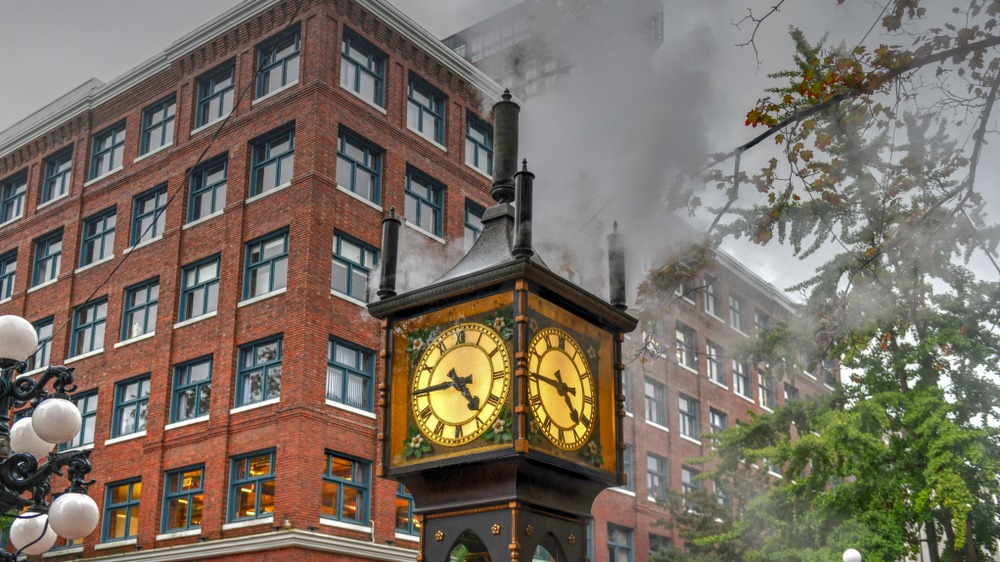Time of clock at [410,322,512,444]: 4:44
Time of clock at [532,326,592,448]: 4:45
